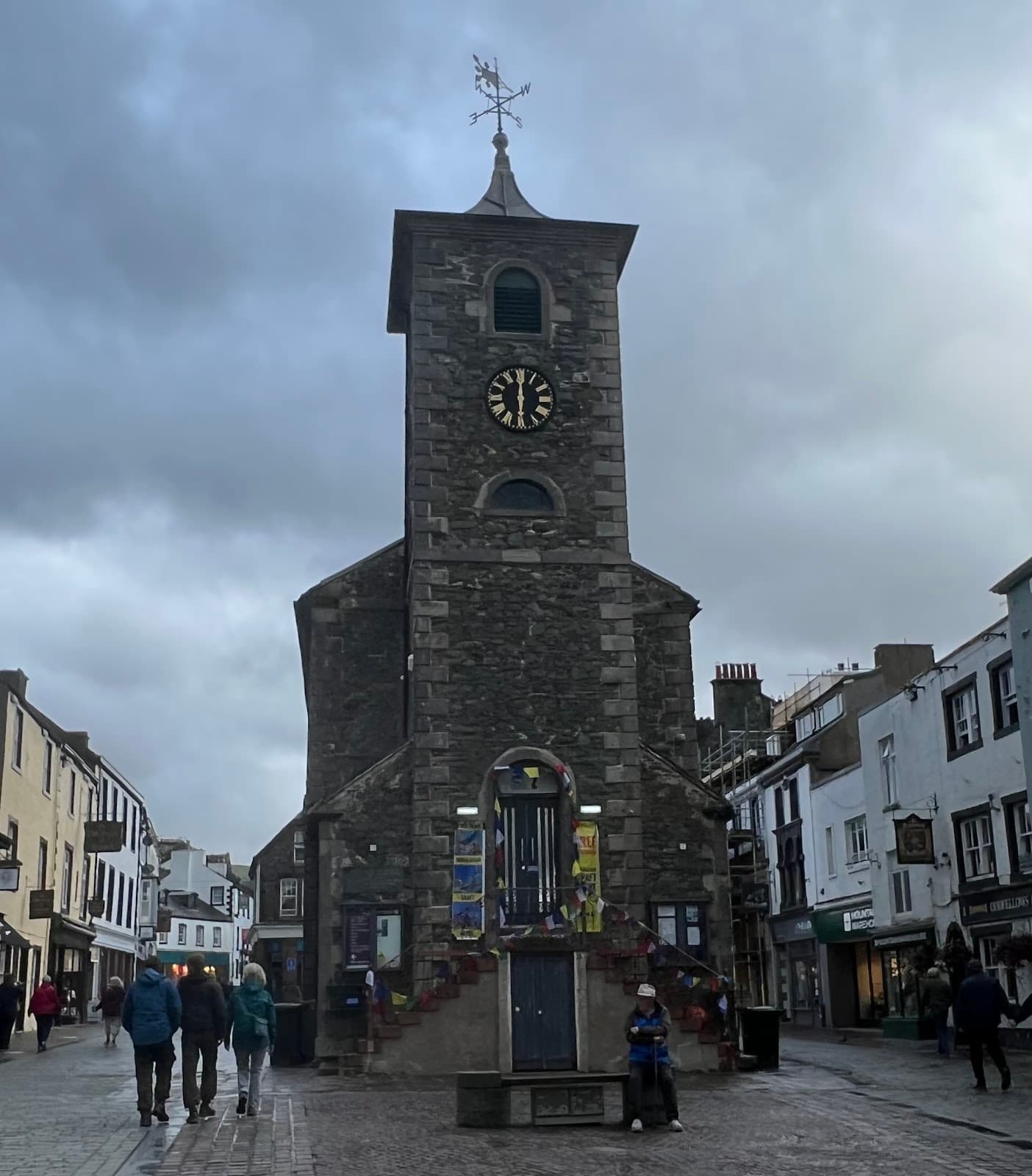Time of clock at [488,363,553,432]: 6:00
